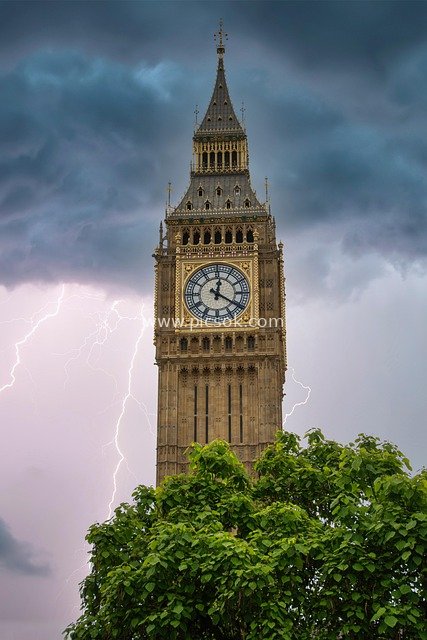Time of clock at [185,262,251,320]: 12:20
